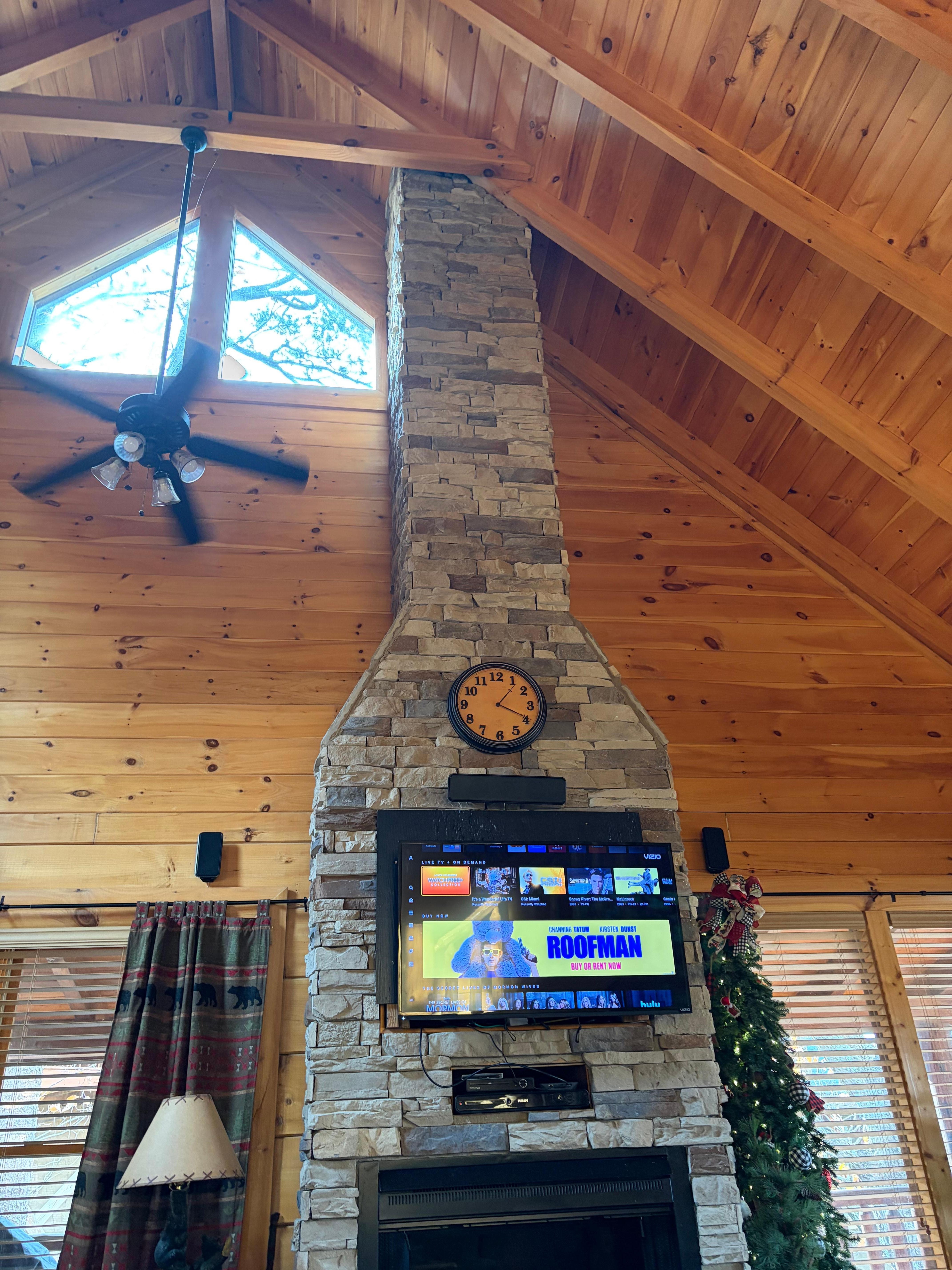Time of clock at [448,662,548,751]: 1:19
